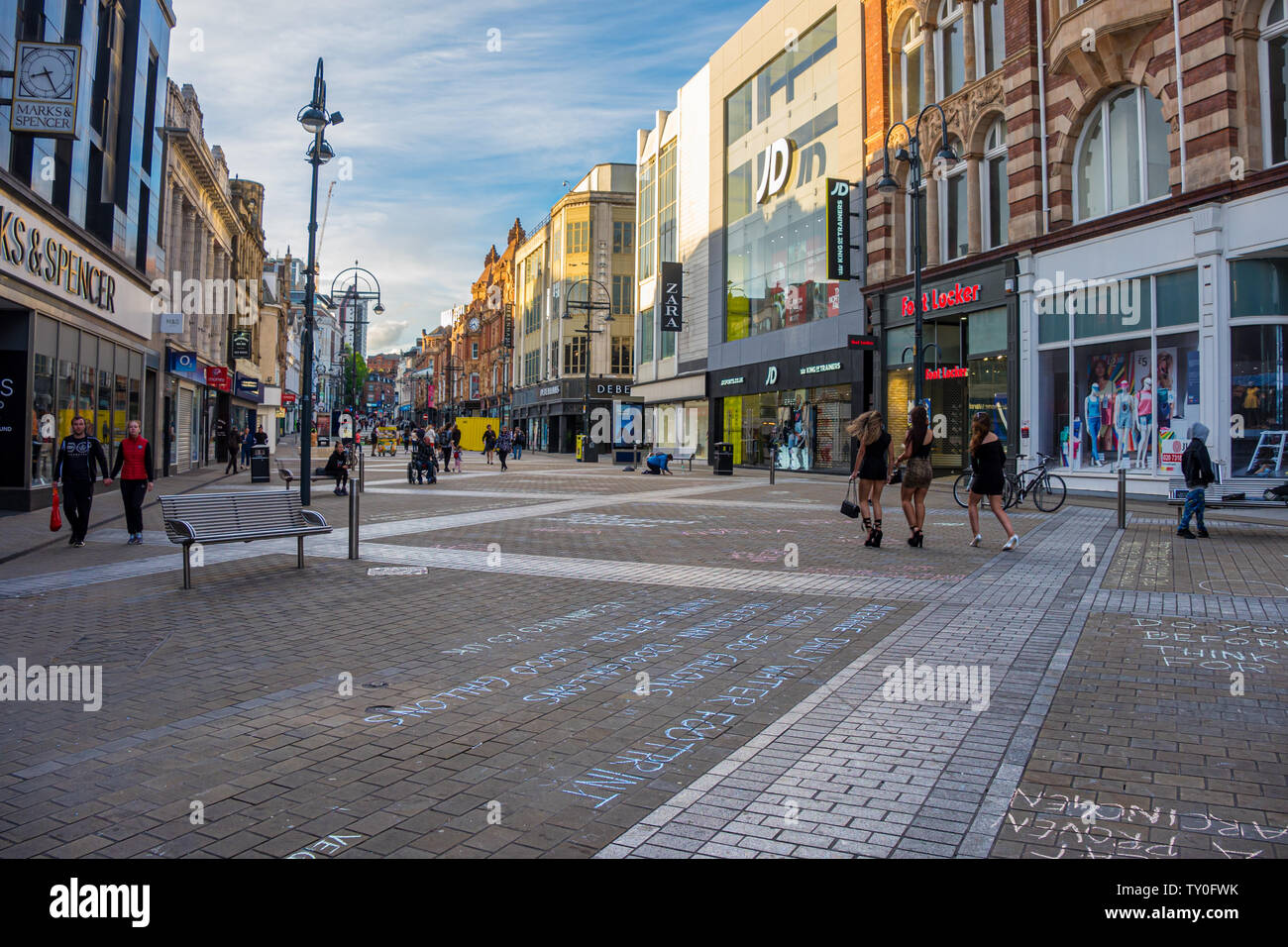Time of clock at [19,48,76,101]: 8:25
